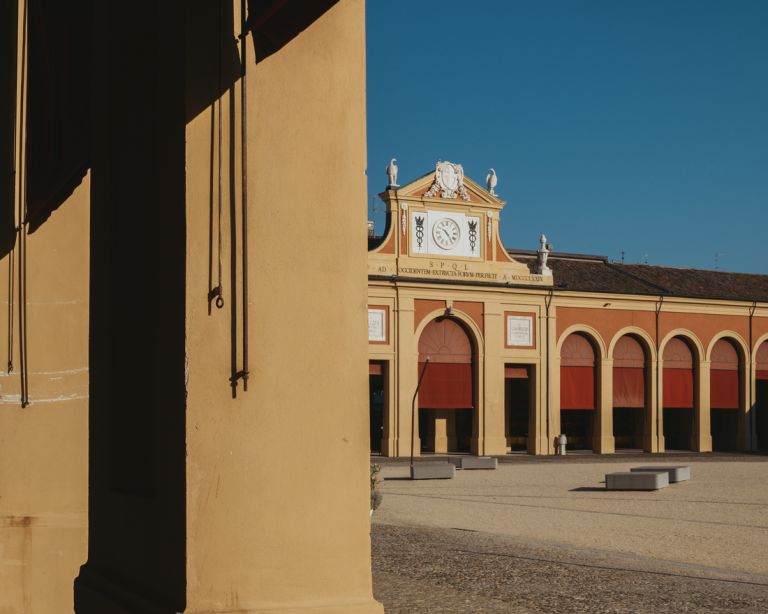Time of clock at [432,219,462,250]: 4:23
